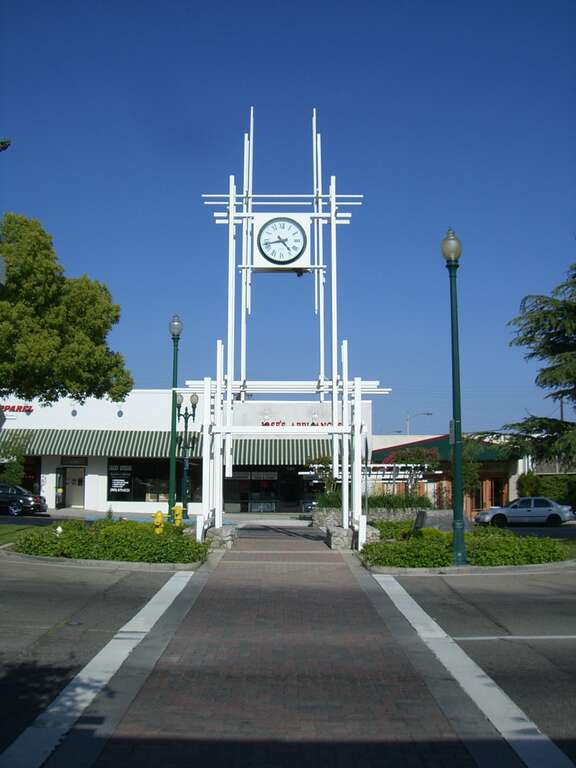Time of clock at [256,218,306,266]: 4:42
